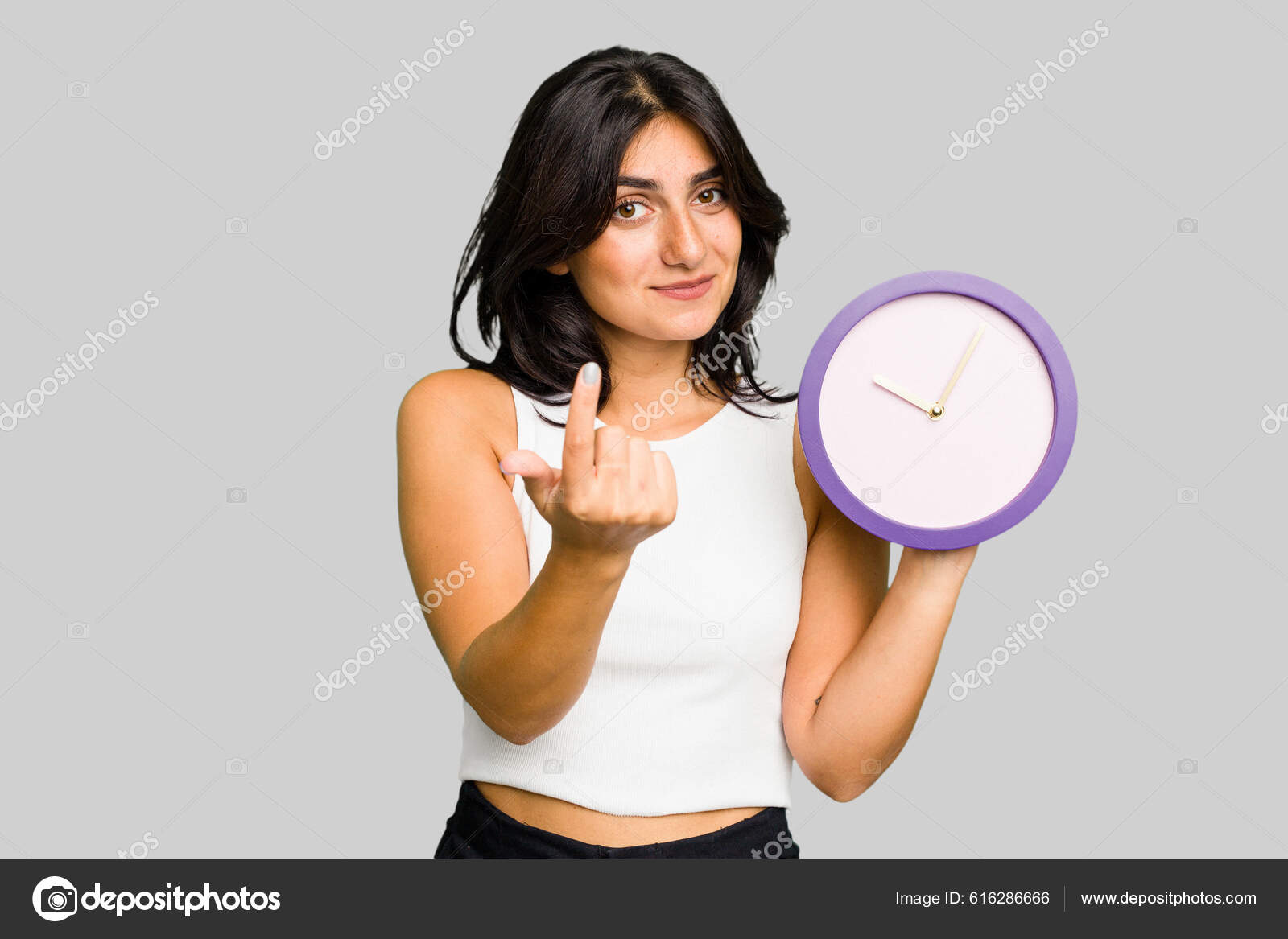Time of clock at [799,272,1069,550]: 10:04
